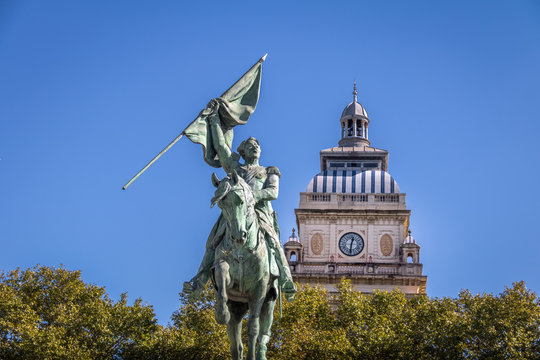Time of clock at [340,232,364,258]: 12:30
